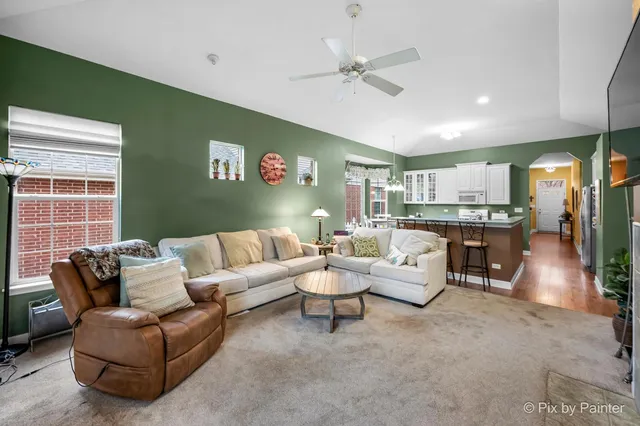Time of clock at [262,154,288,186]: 5:14
